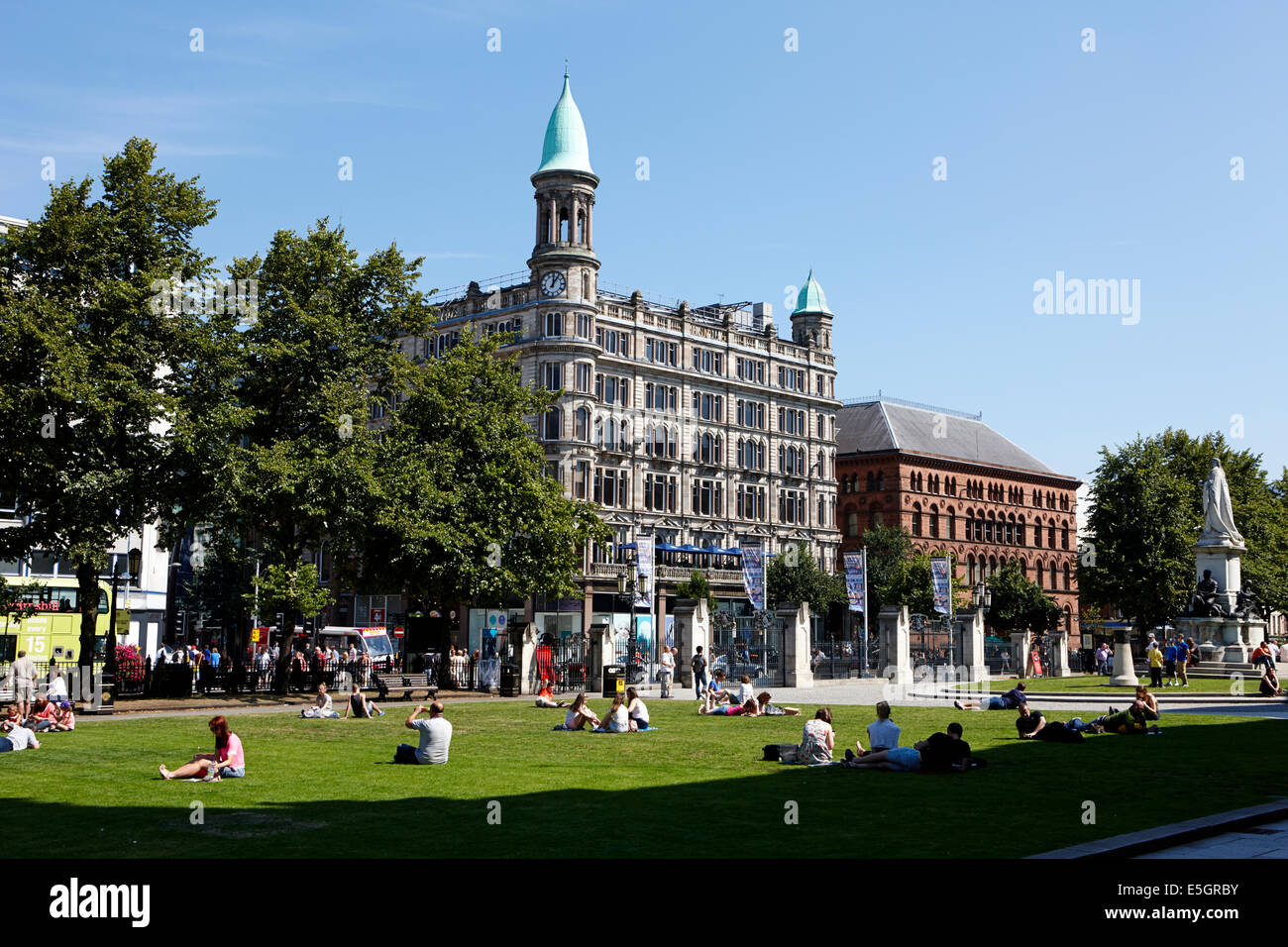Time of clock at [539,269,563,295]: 12:05
